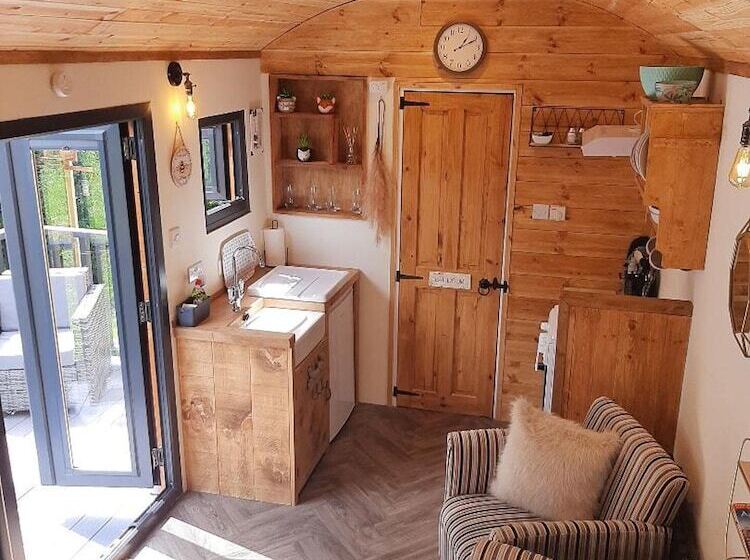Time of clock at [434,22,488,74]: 1:10
